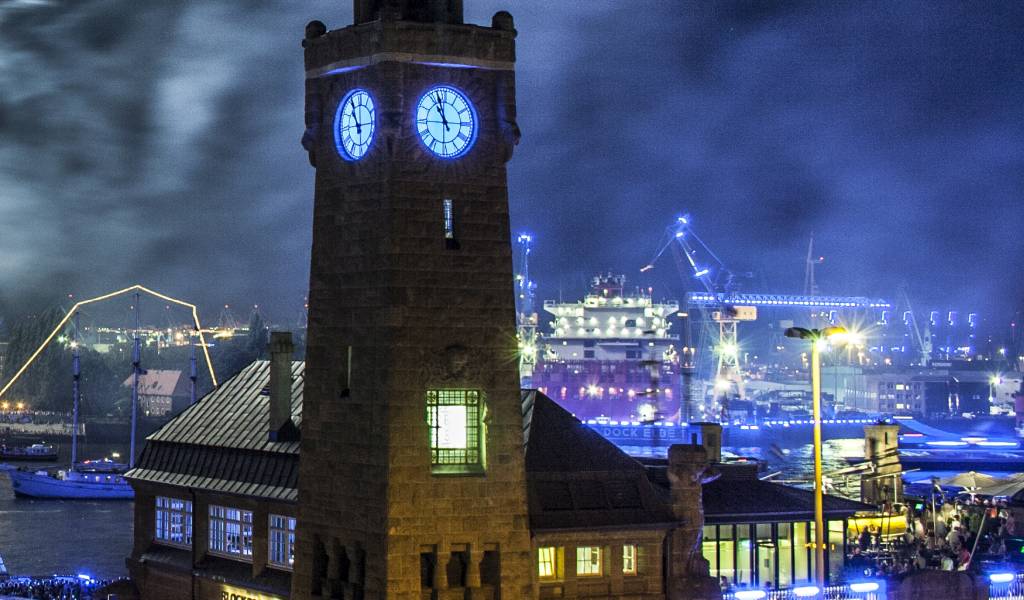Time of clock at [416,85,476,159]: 10:57
